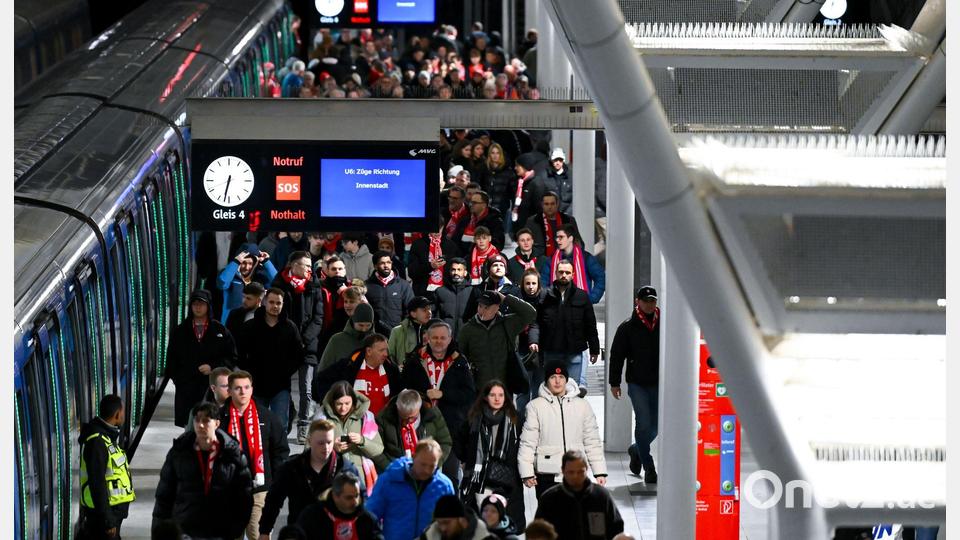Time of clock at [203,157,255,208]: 6:32
